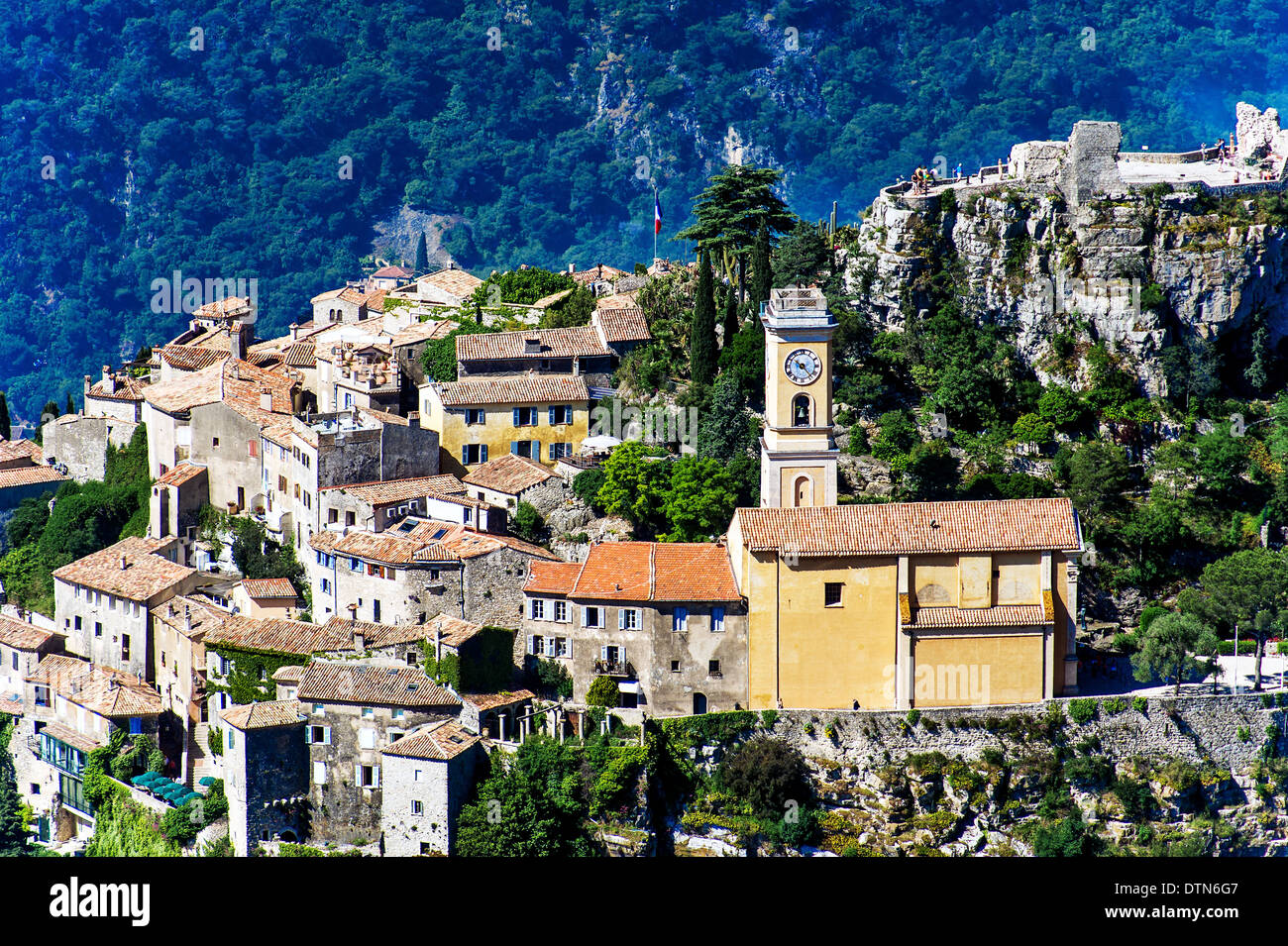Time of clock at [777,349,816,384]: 10:23
